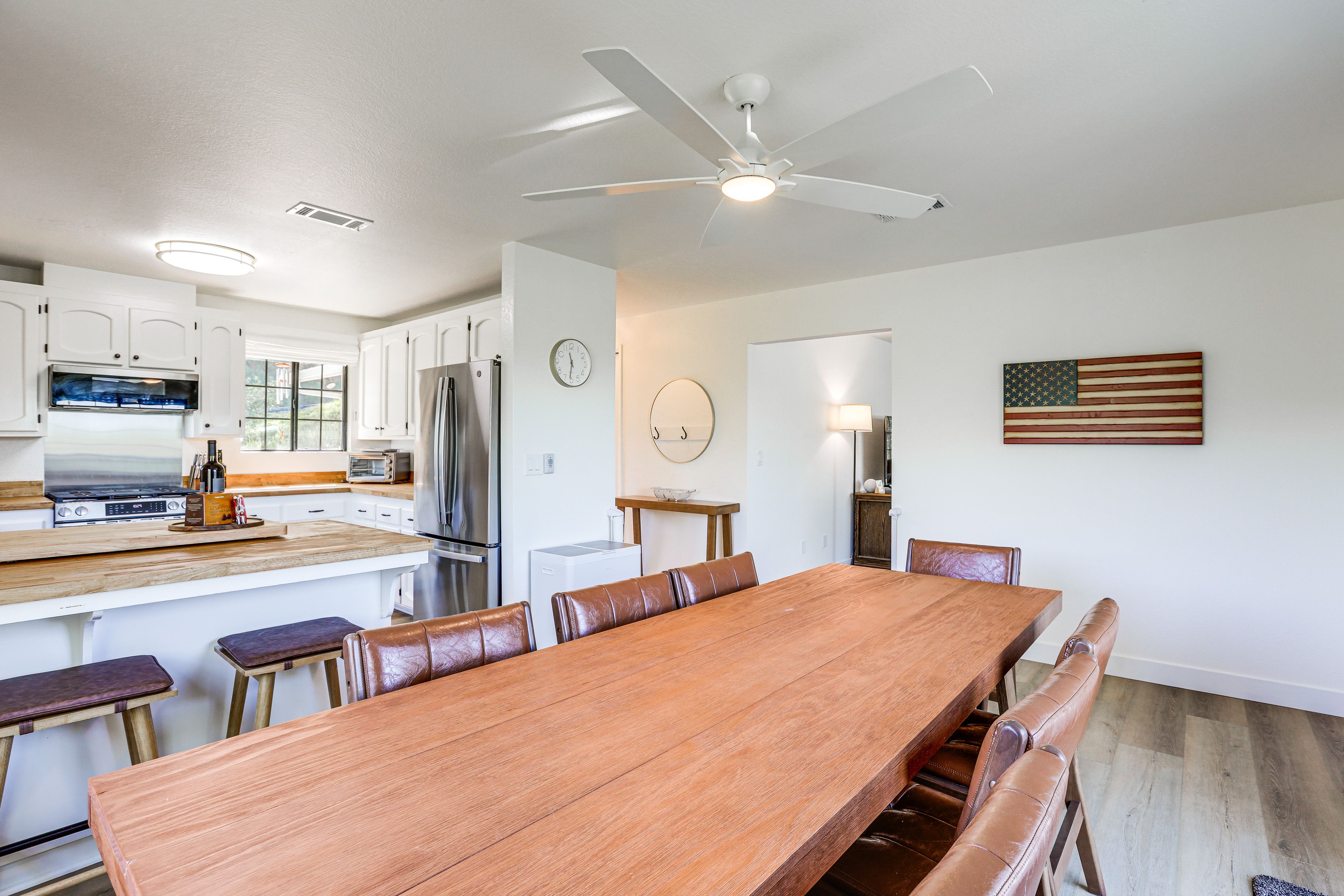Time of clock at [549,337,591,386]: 11:31
